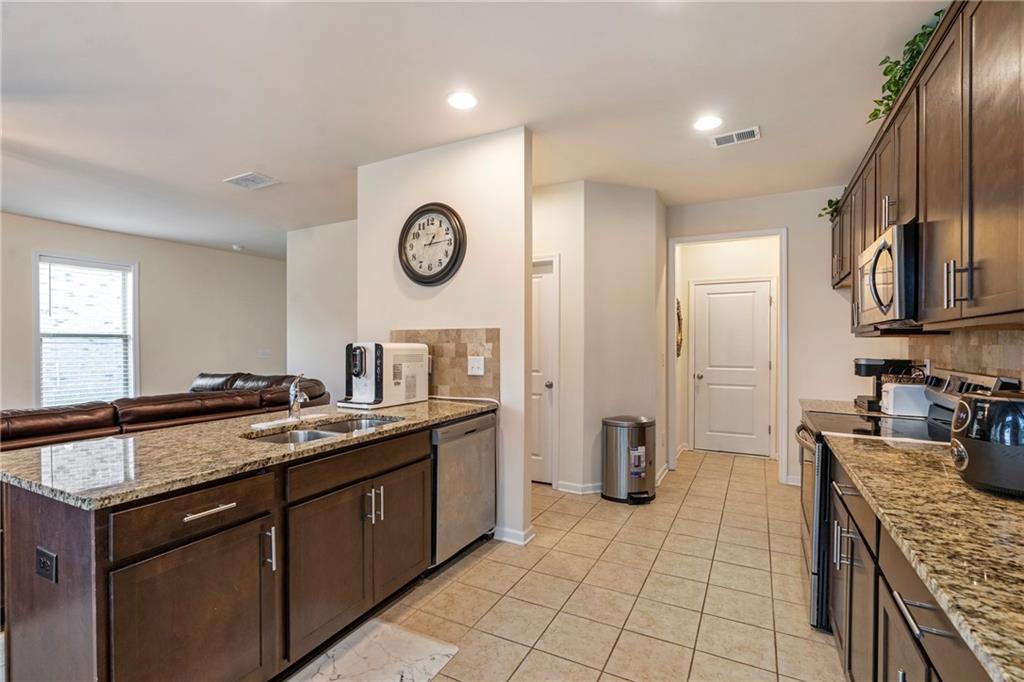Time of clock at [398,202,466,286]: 1:13
